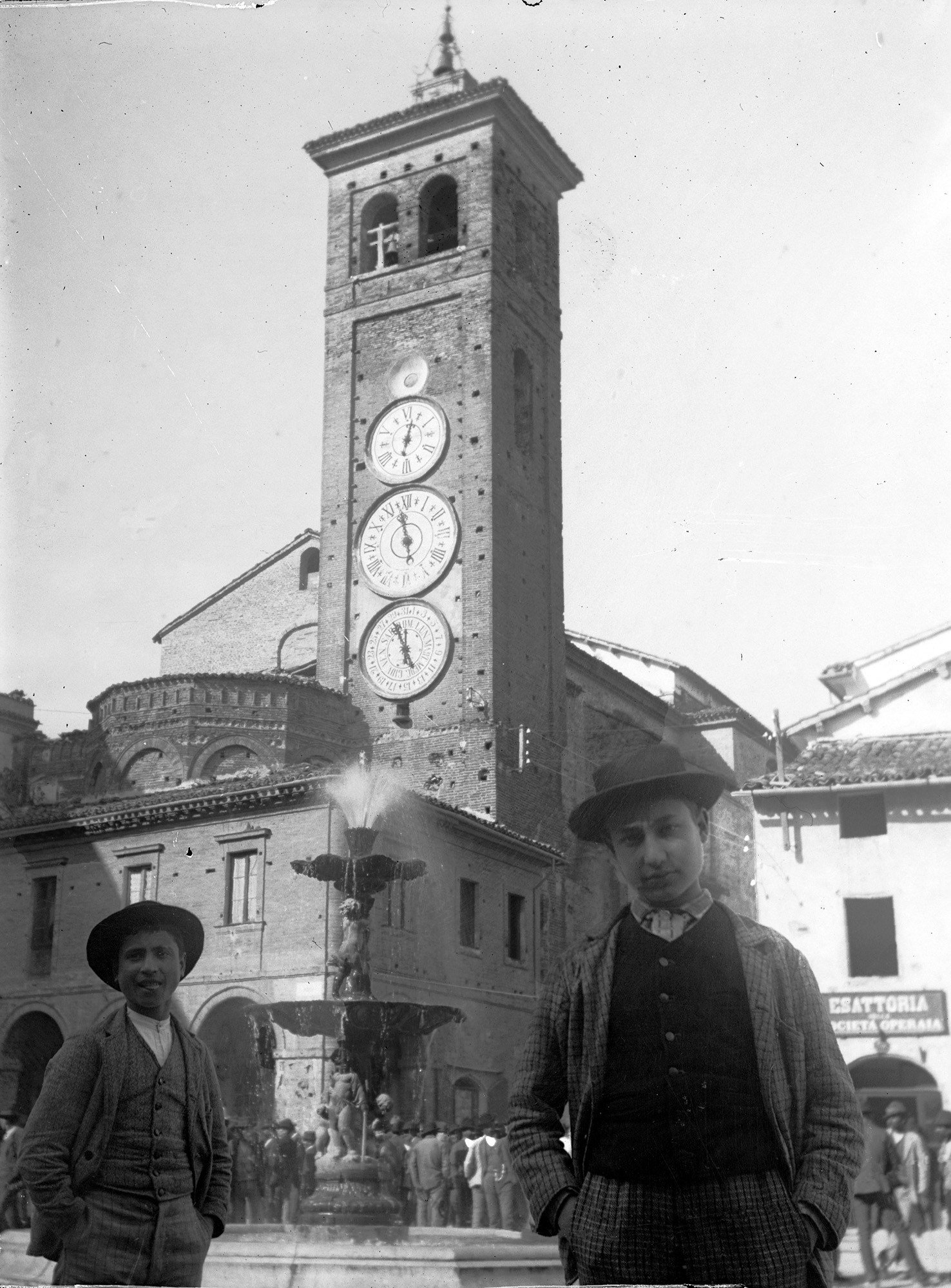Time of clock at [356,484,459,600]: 5:58
